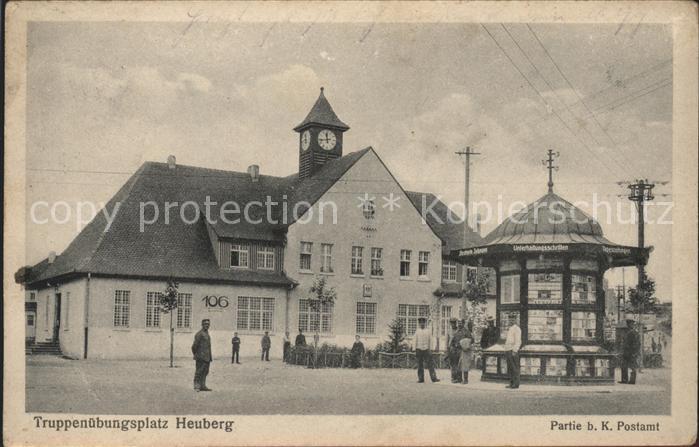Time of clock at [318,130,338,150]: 11:43
